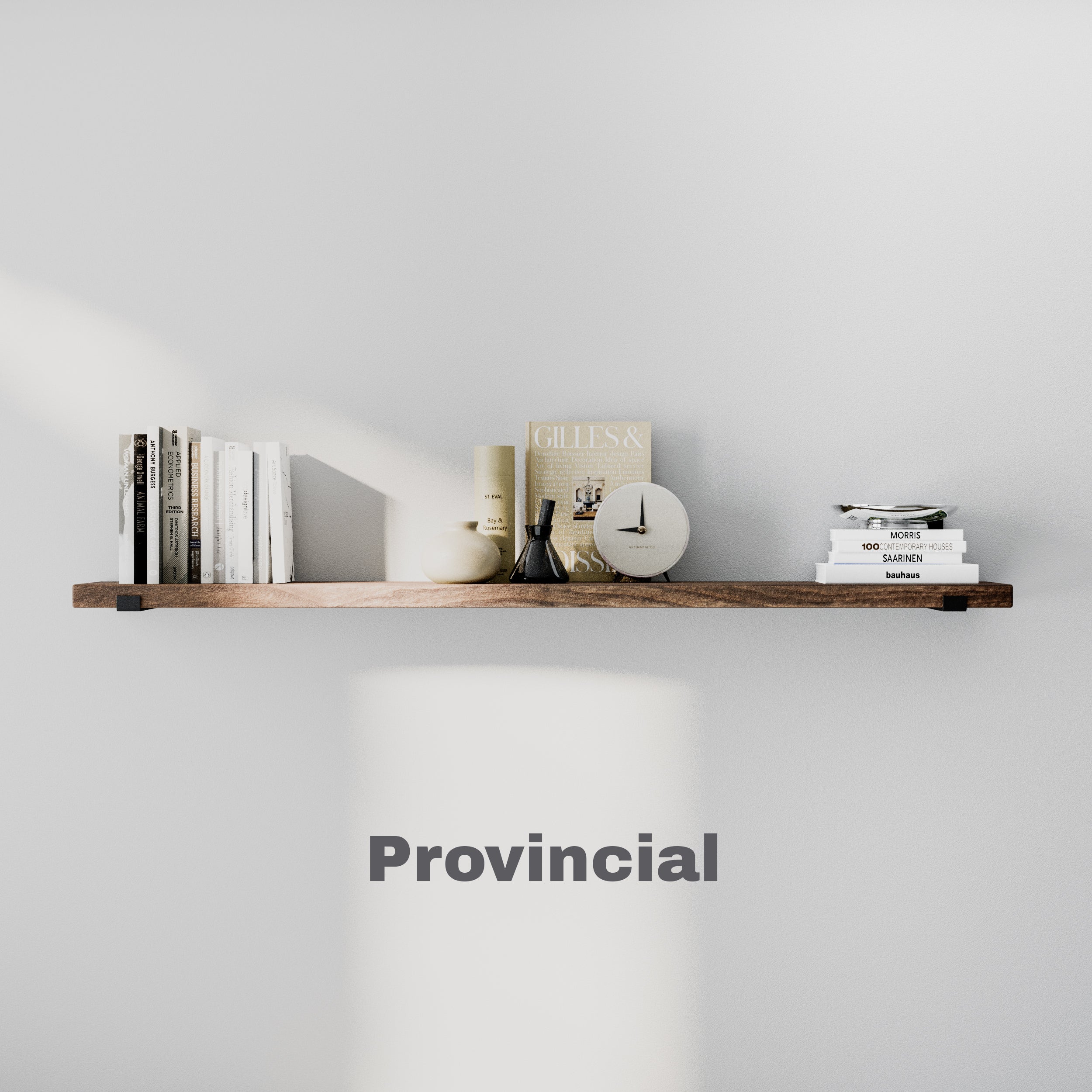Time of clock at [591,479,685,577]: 8:58
